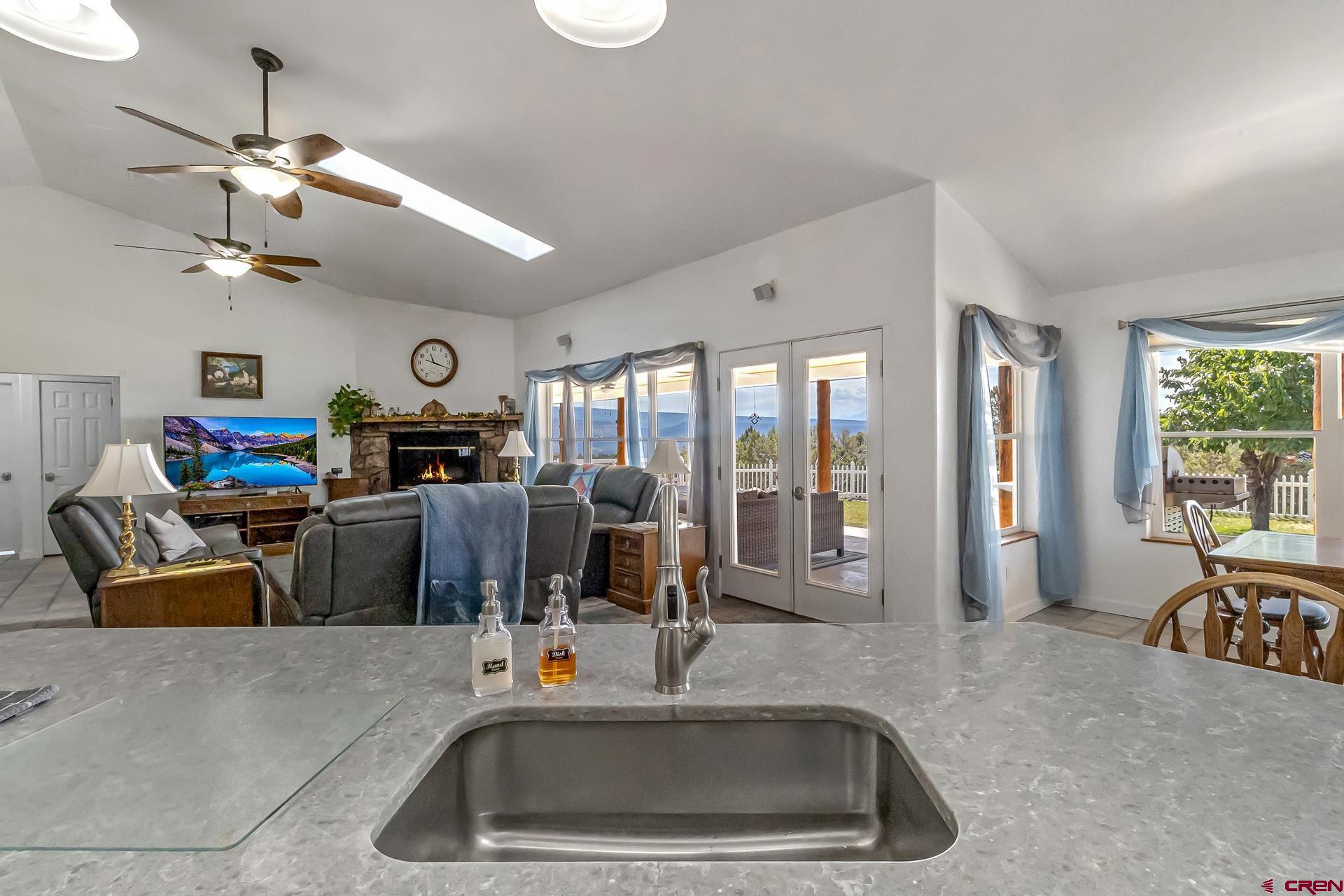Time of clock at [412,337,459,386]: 11:18
